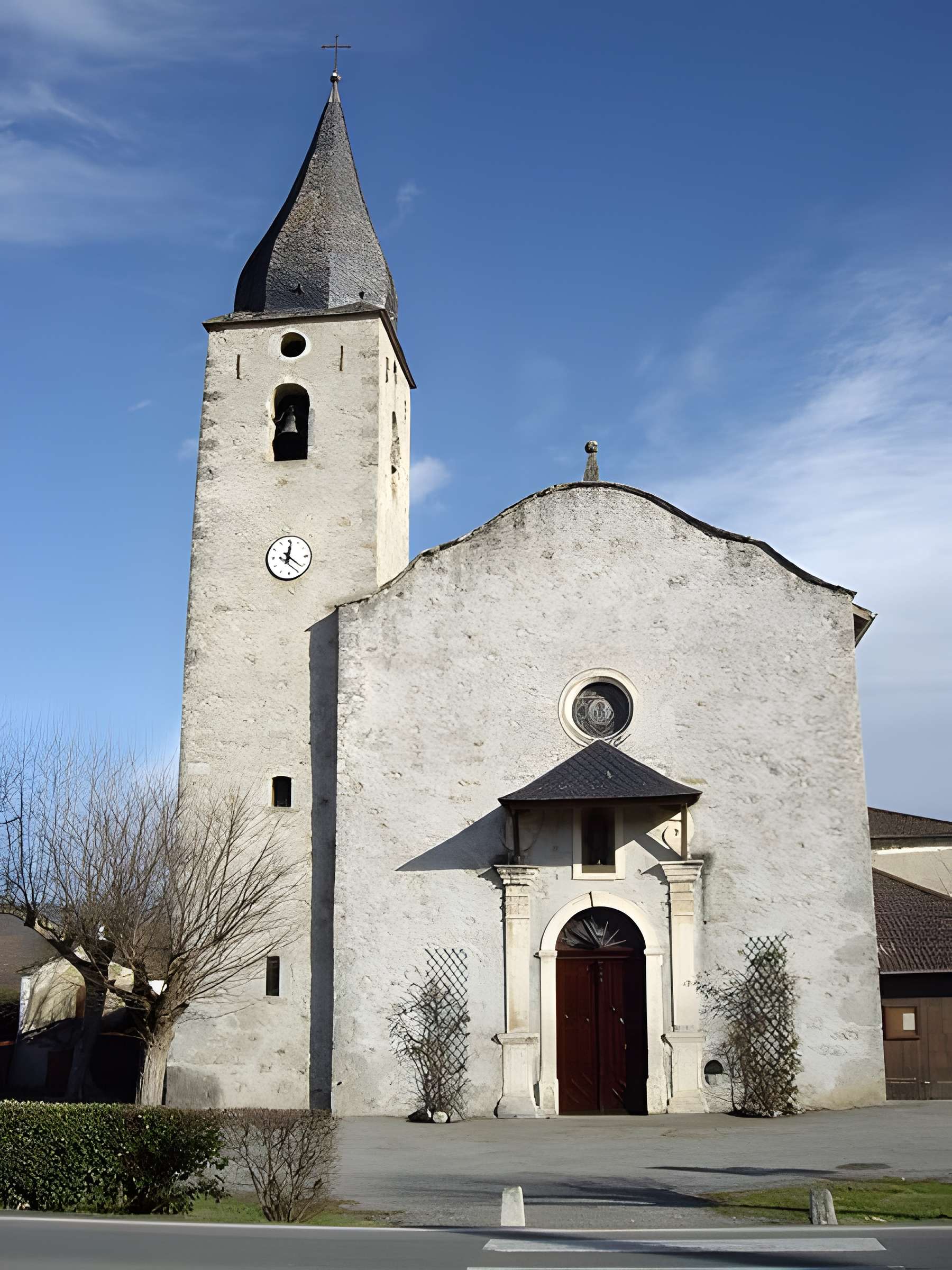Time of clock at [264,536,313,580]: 12:21
